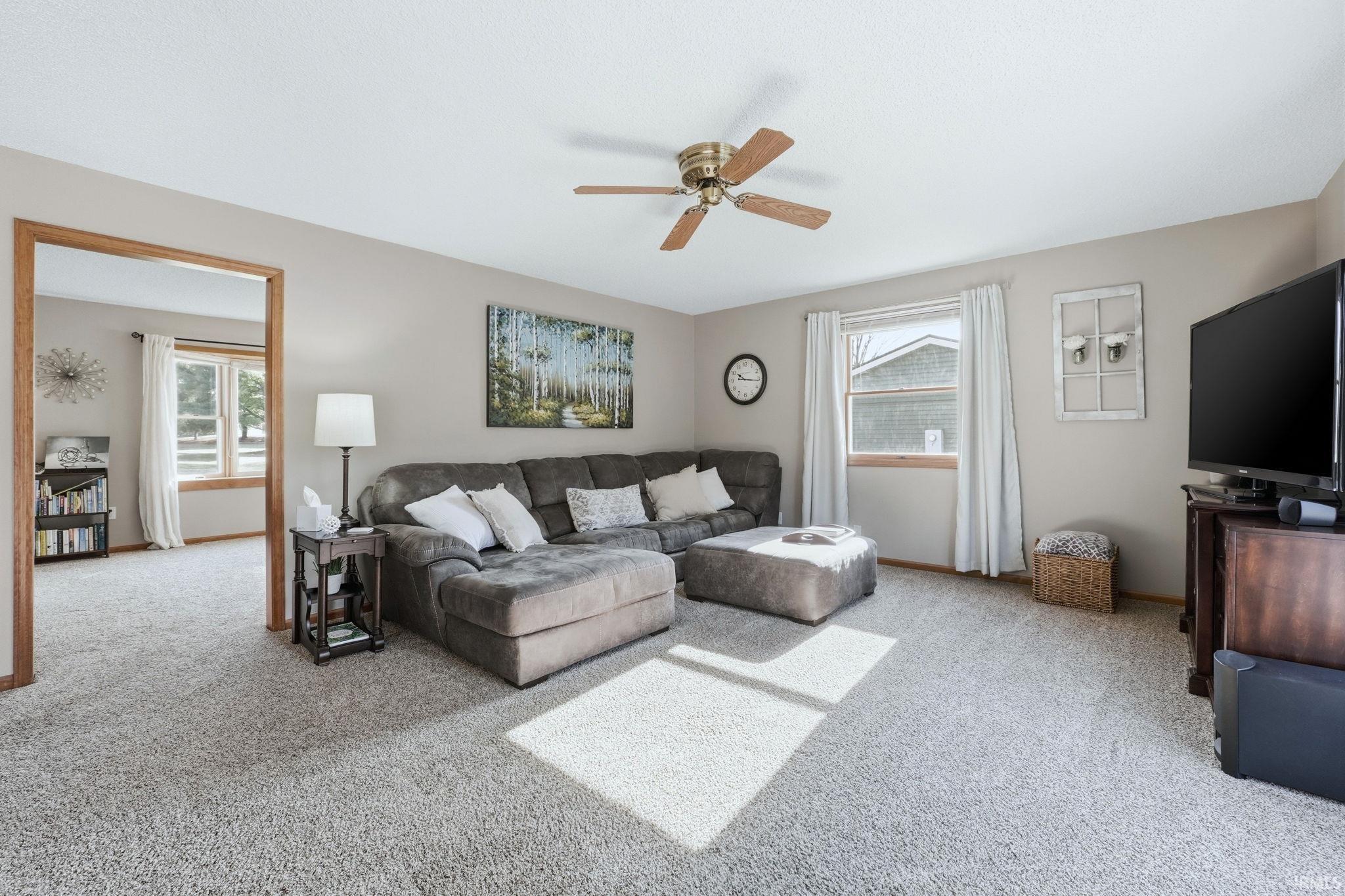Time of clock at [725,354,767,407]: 10:16
